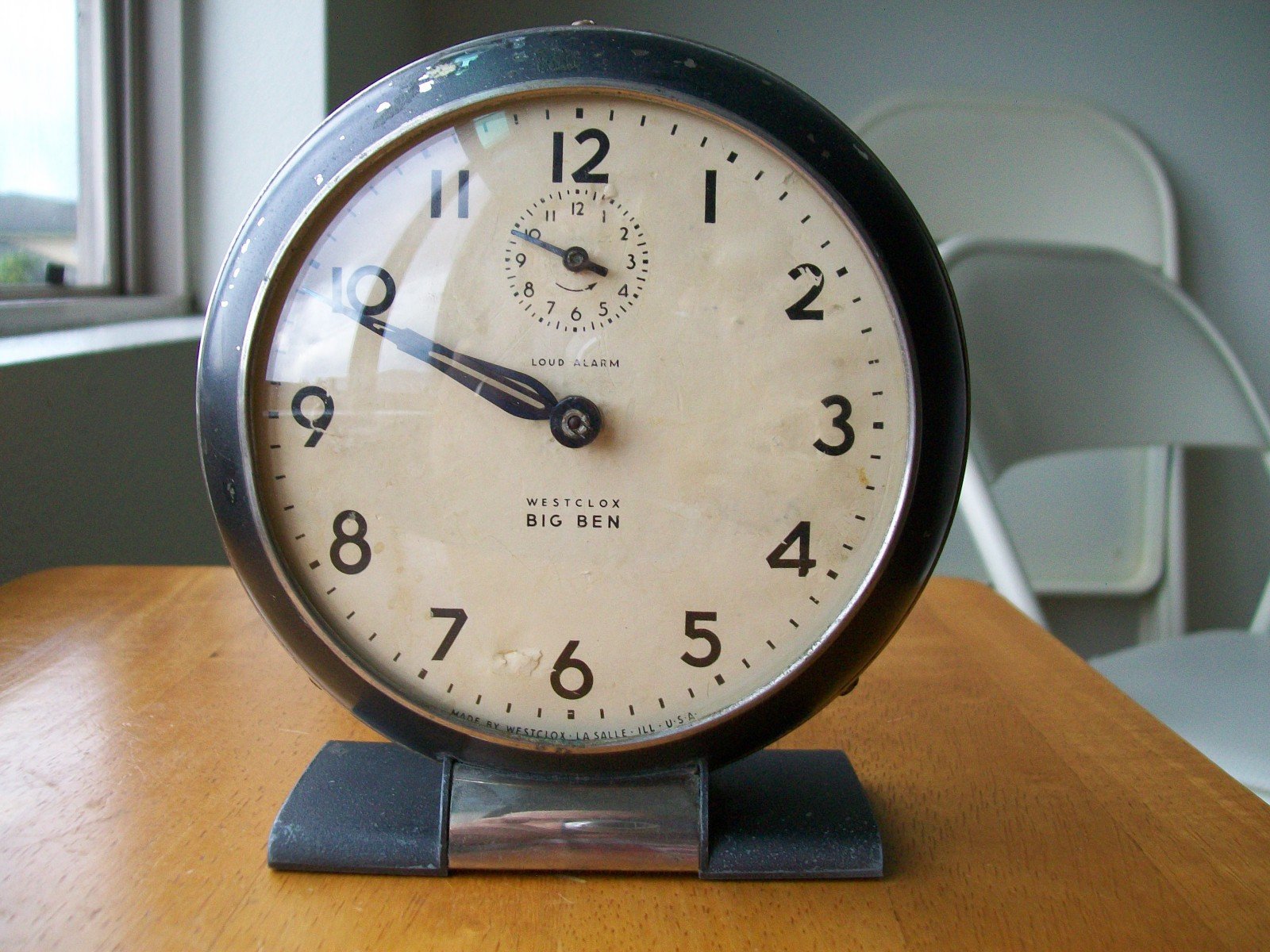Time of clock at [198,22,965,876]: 9:48
